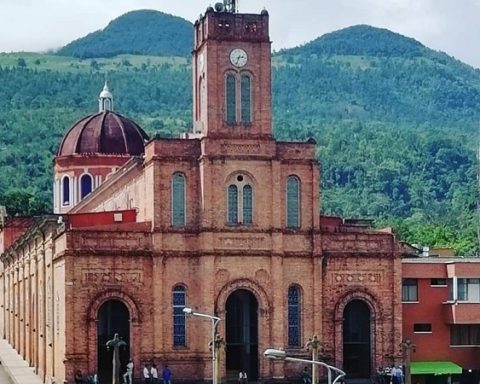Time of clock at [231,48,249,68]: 2:33
